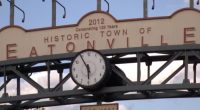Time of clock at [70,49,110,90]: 5:54
